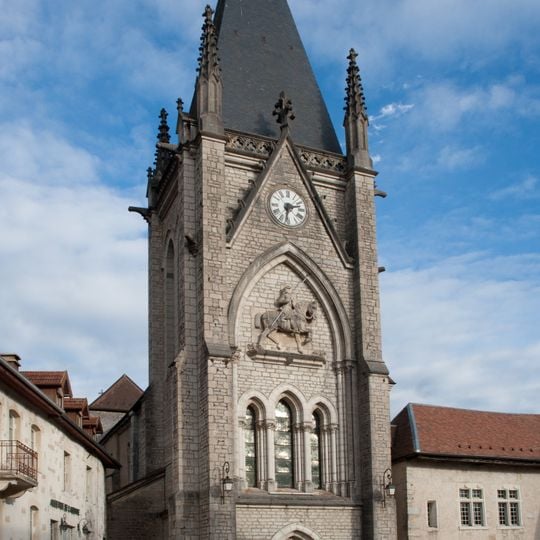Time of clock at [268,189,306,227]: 2:31
